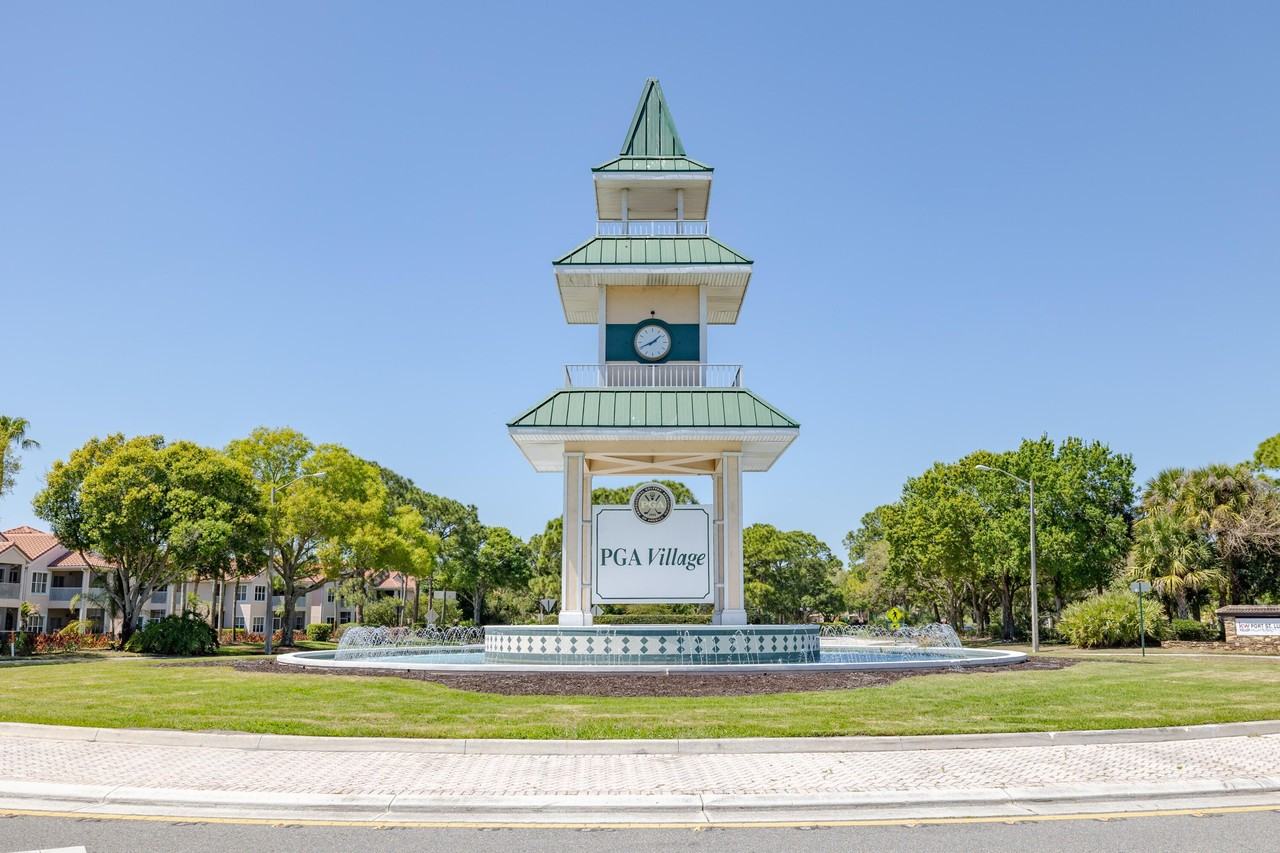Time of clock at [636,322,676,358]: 1:41
